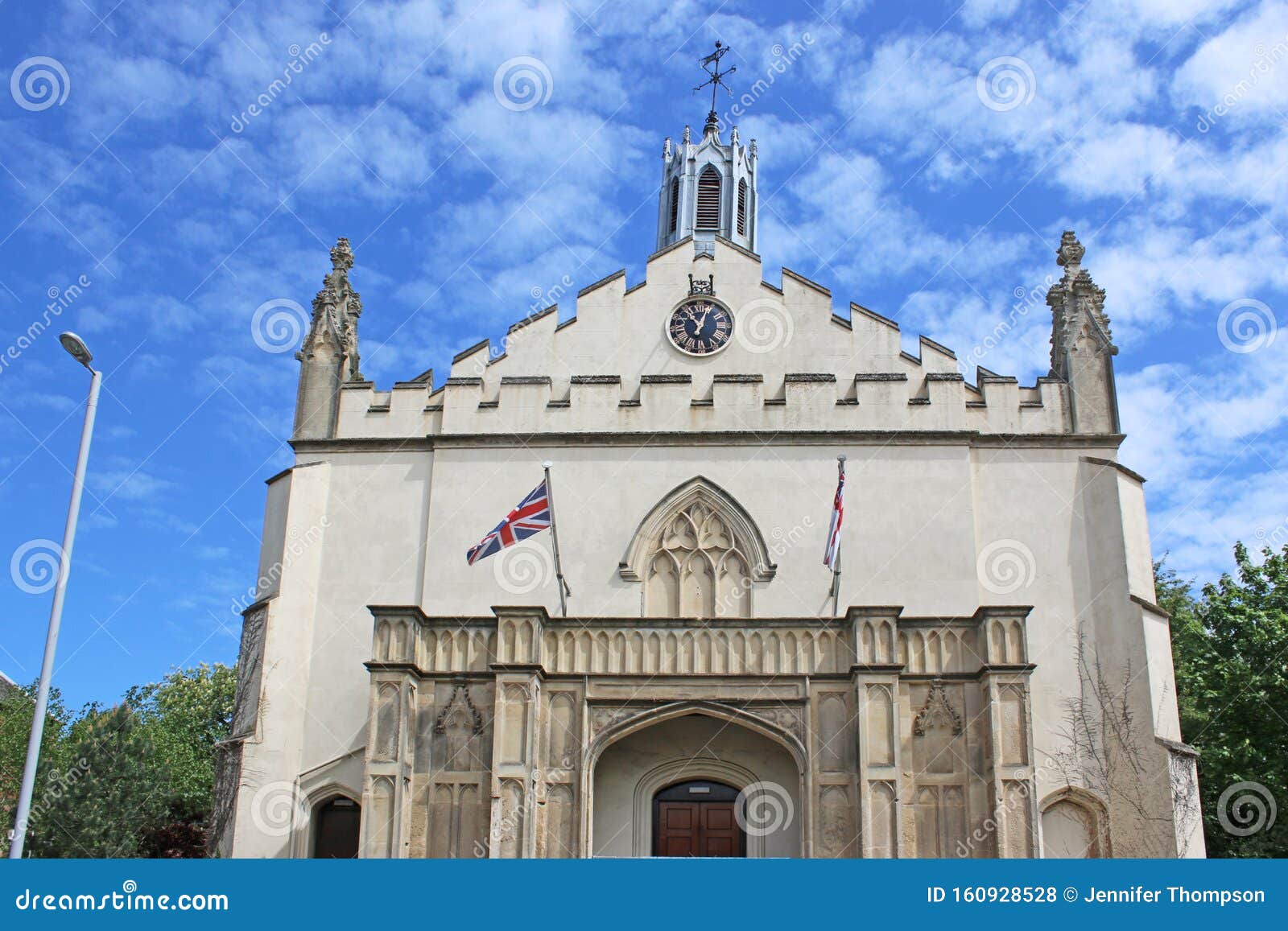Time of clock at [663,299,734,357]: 11:03
